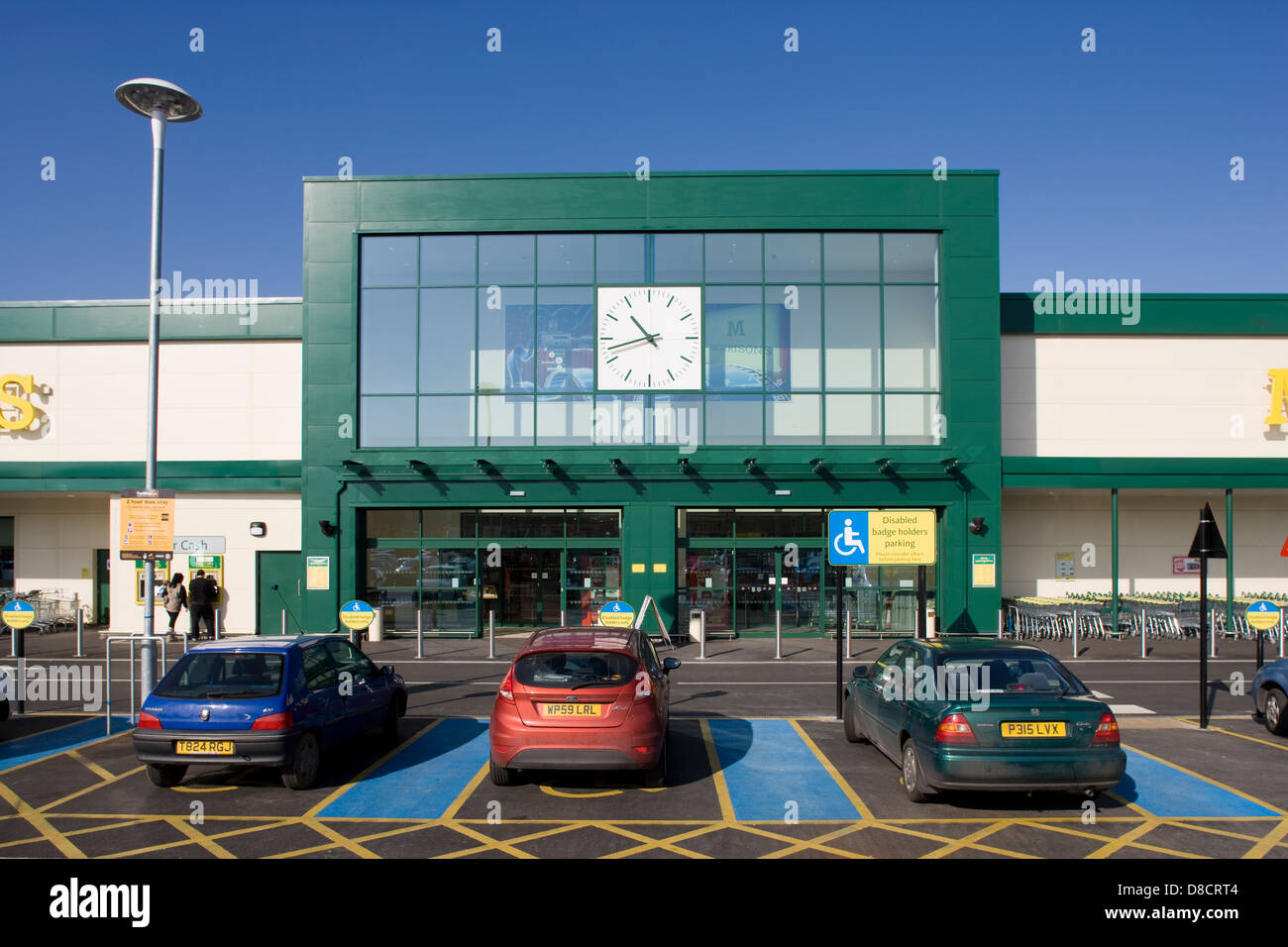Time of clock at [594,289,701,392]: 10:42
